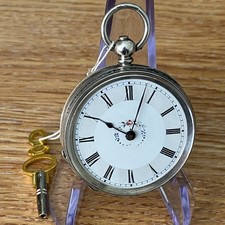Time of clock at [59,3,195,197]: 10:03
